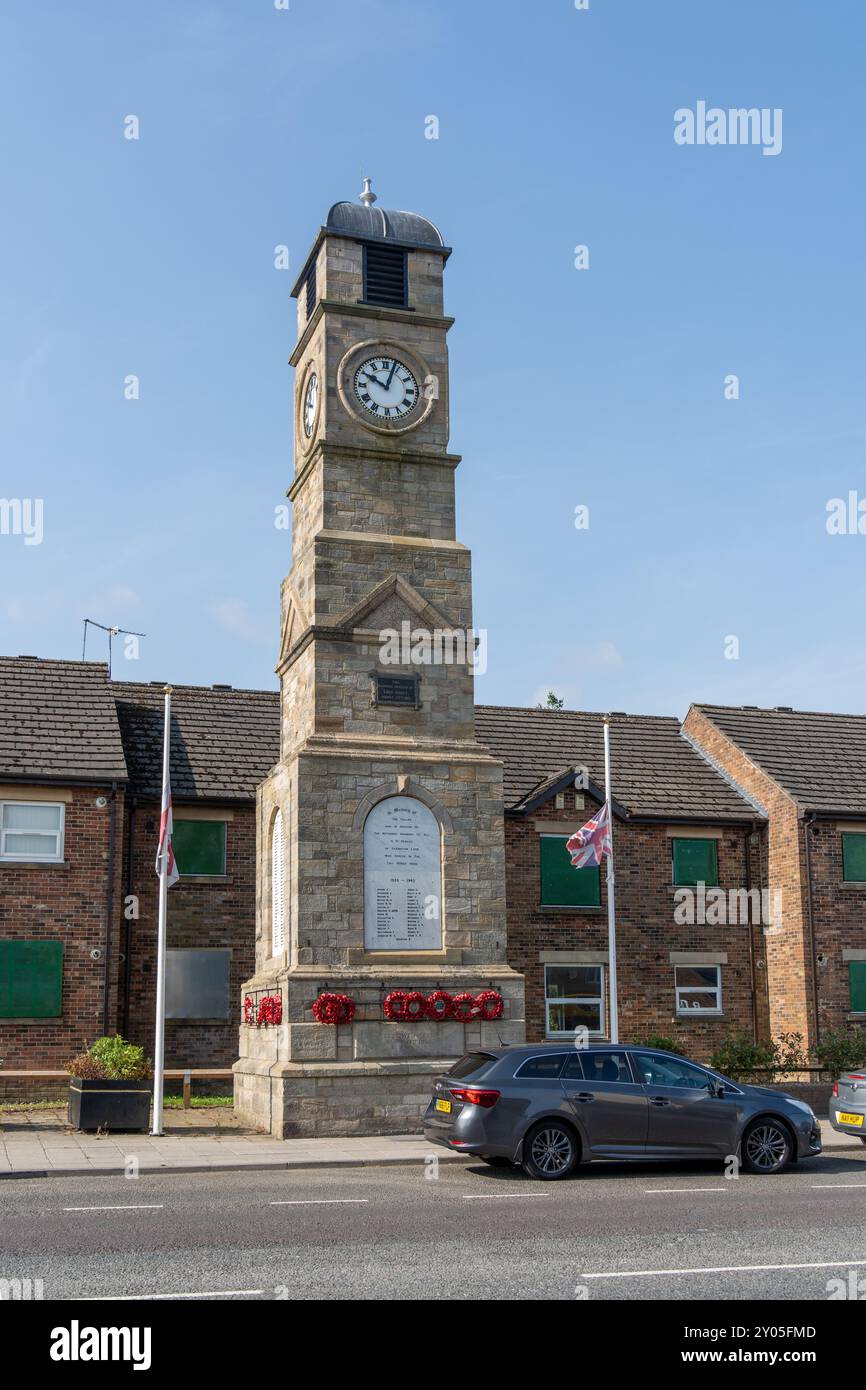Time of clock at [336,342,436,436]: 10:03
